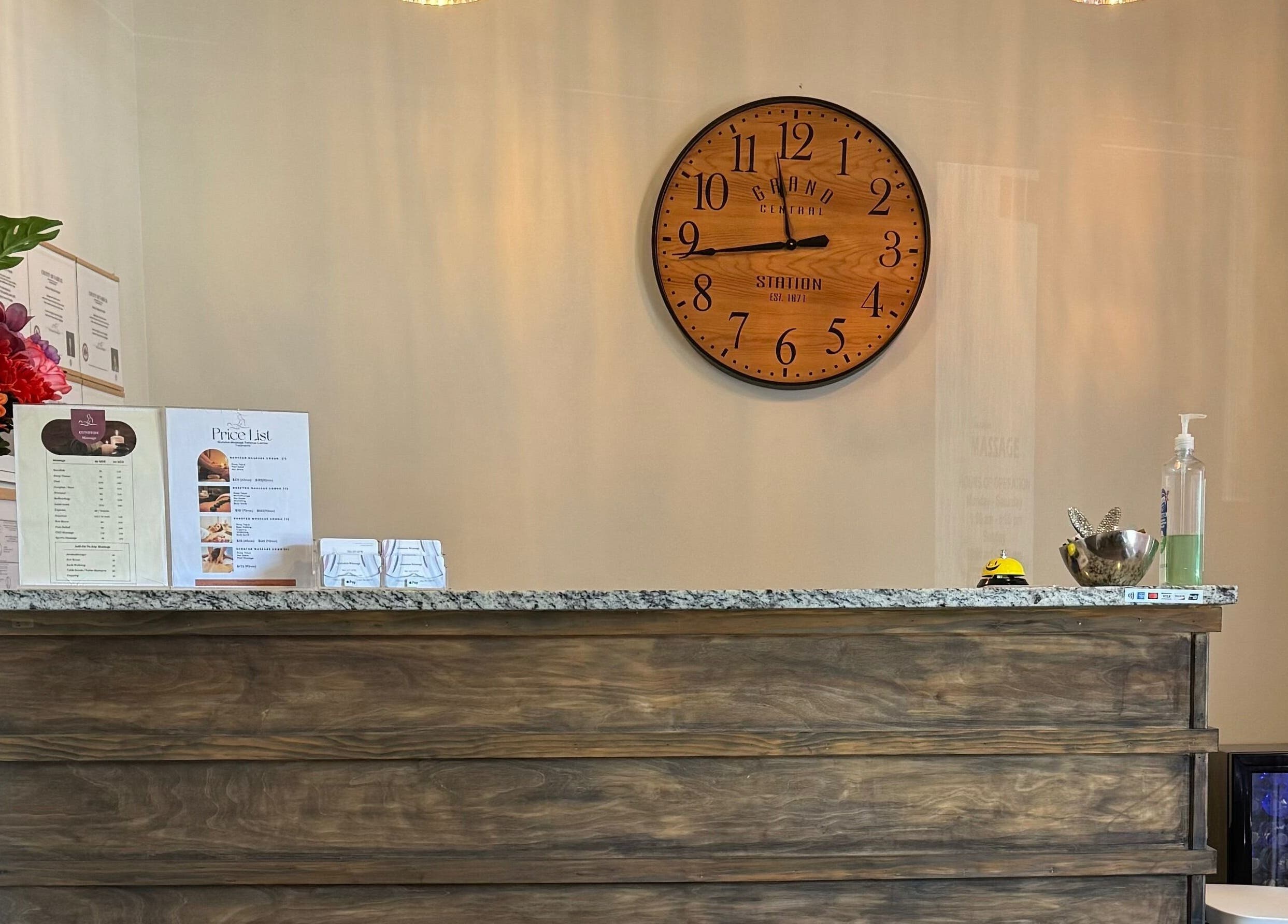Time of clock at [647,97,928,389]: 11:43
